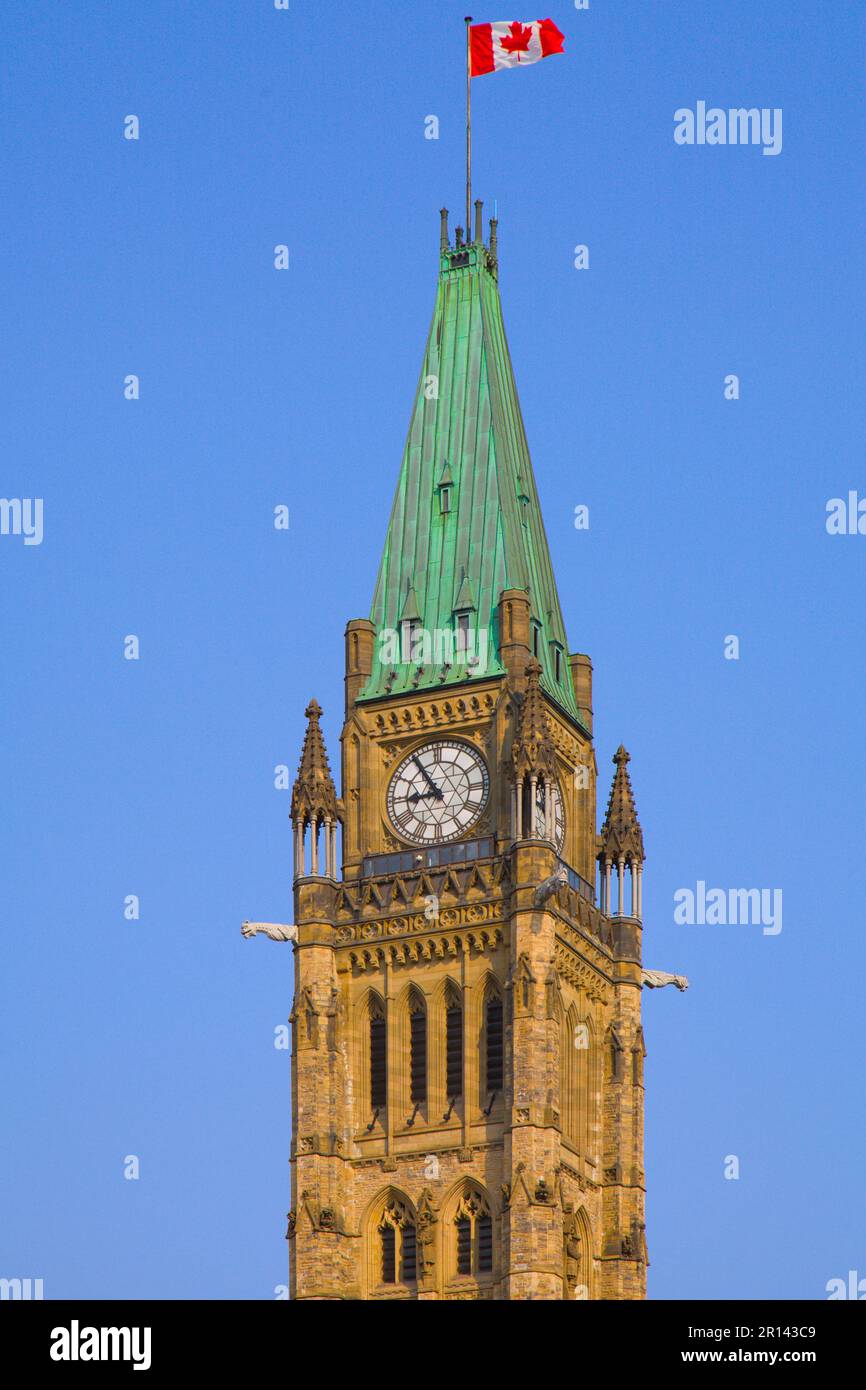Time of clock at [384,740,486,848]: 8:54
